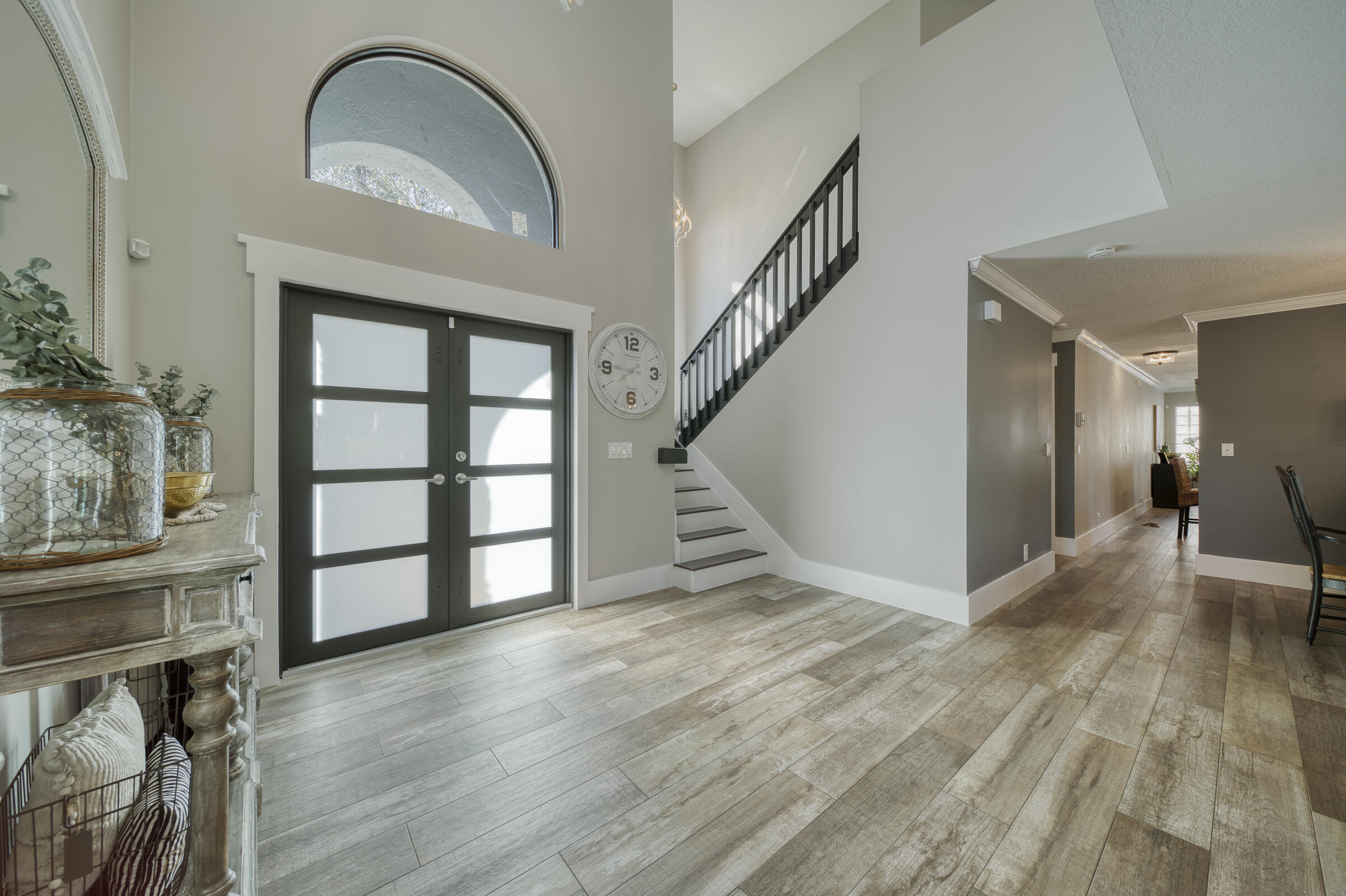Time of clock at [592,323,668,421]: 7:45
